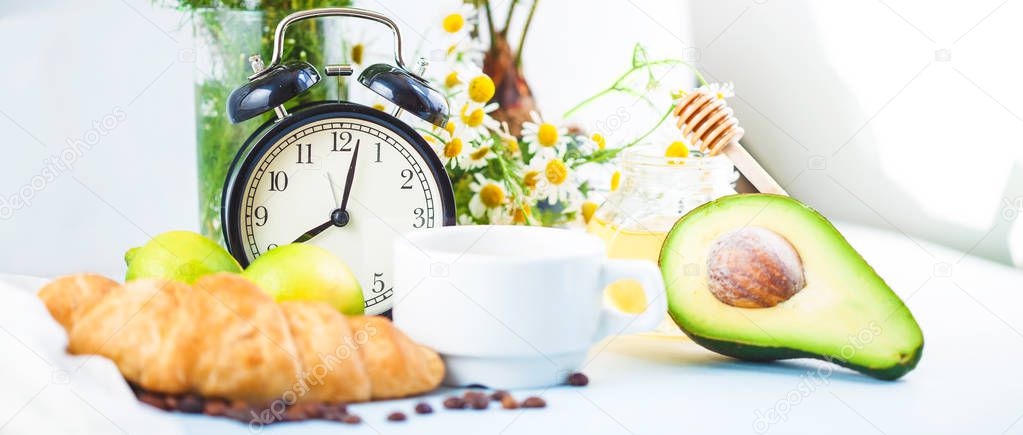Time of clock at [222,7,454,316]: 8:02
